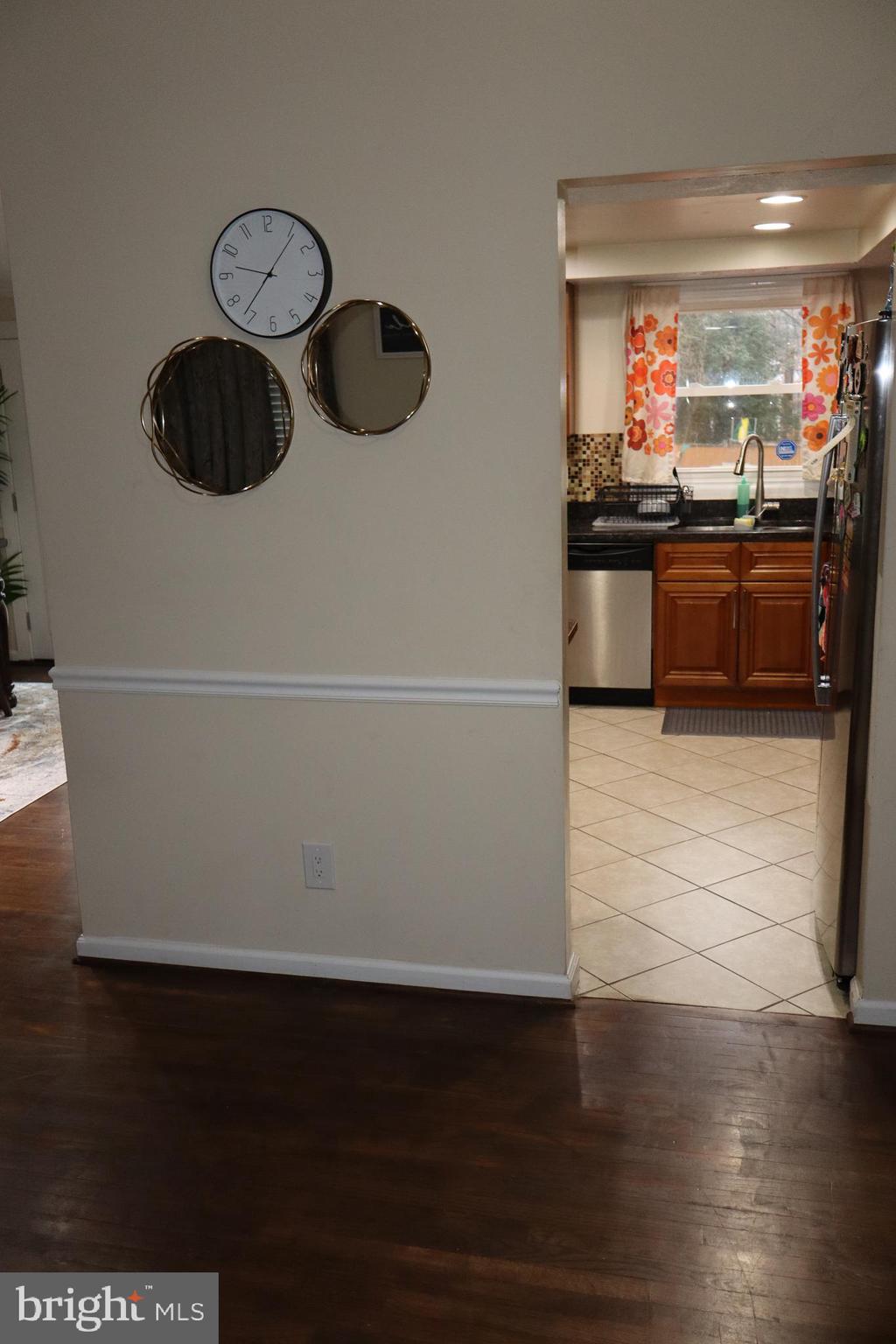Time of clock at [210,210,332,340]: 9:36
